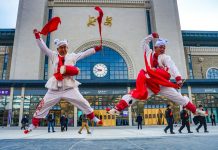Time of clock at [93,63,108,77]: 9:42
